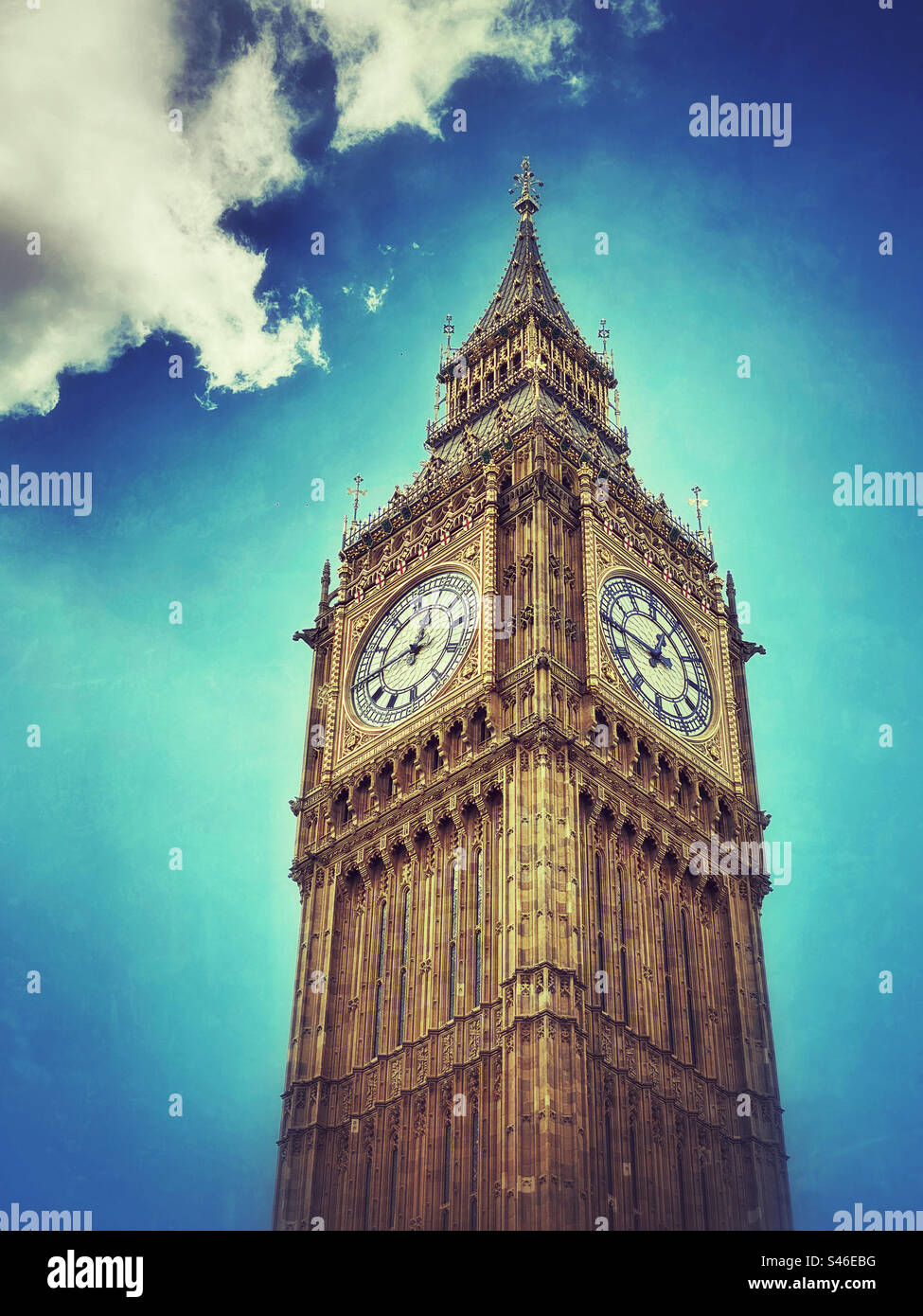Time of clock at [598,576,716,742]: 1:46
